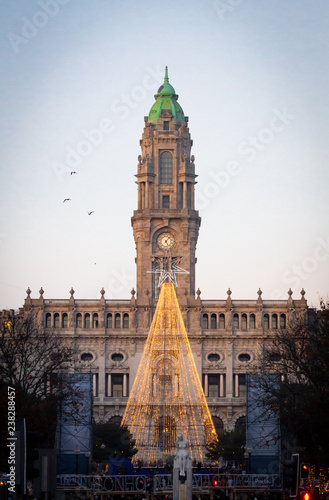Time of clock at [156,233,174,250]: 5:06
